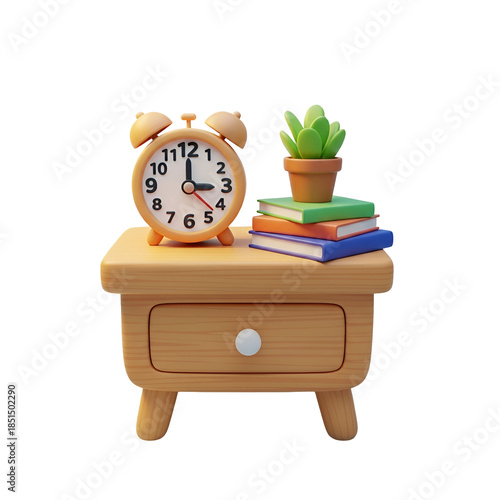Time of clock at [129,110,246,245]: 2:59
